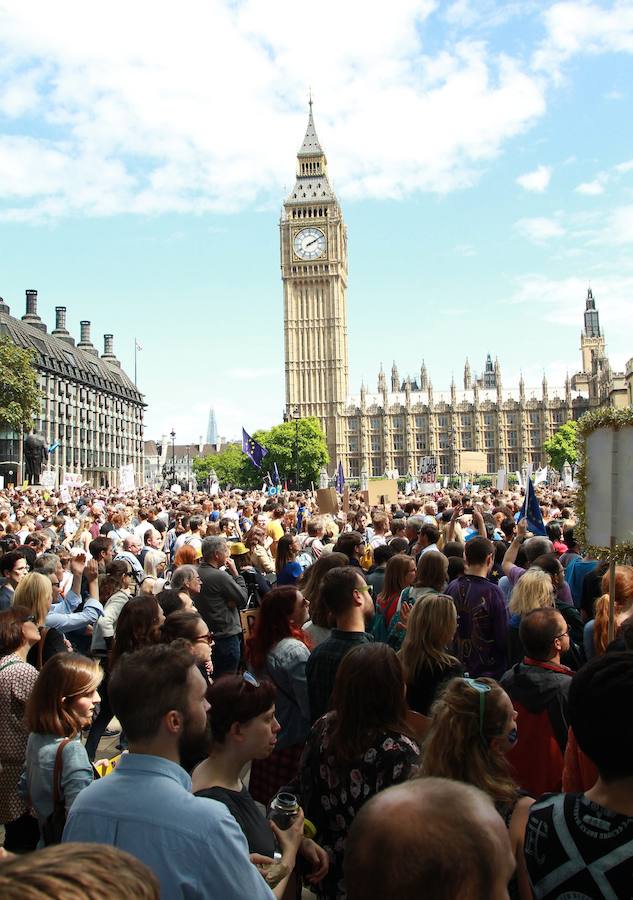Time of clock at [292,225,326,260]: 2:09
